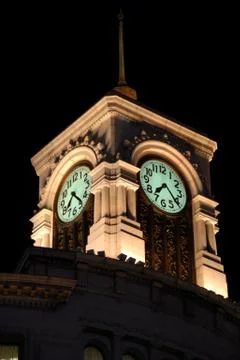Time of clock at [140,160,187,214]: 7:21
